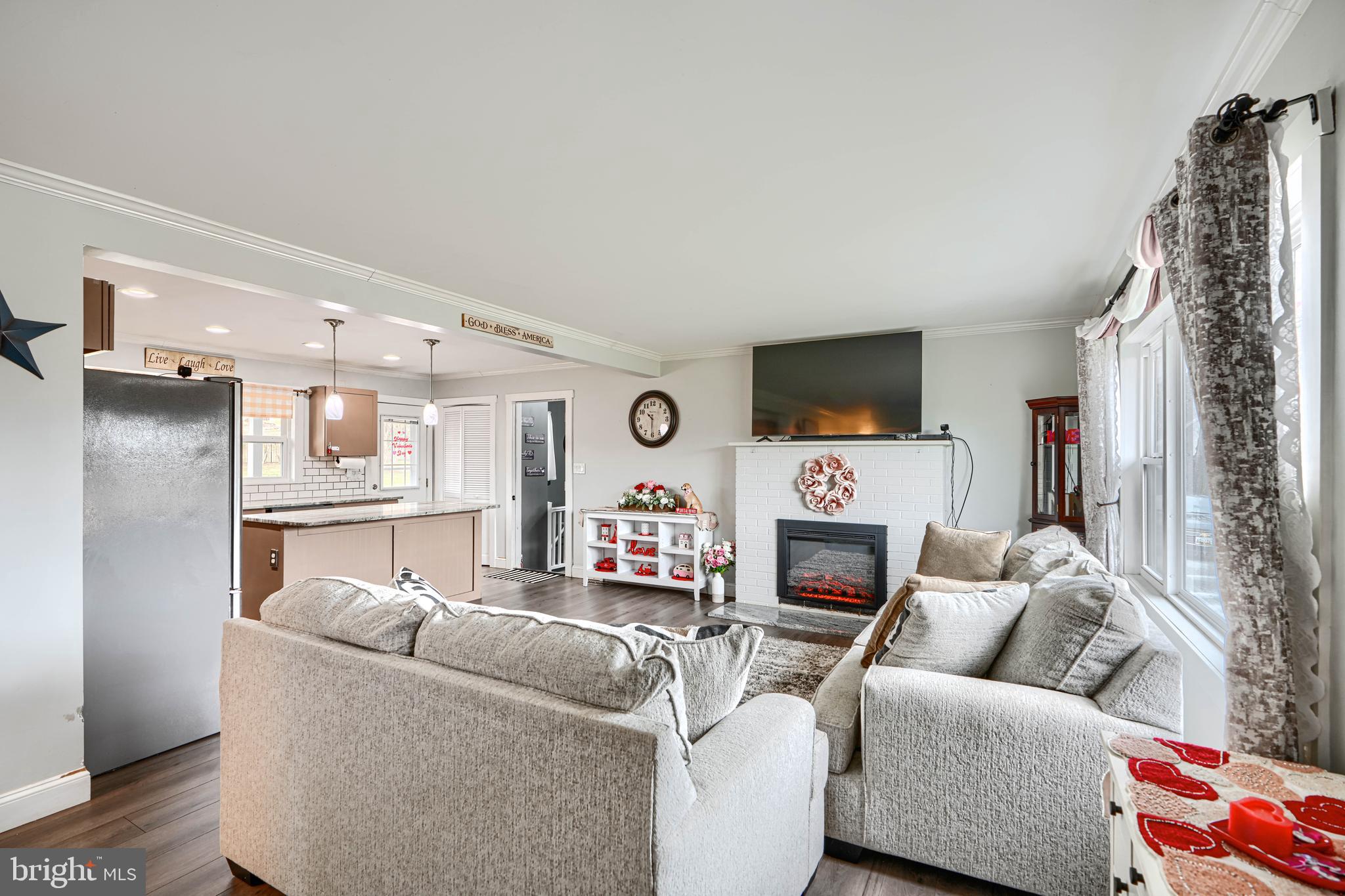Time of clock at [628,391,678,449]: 10:30
